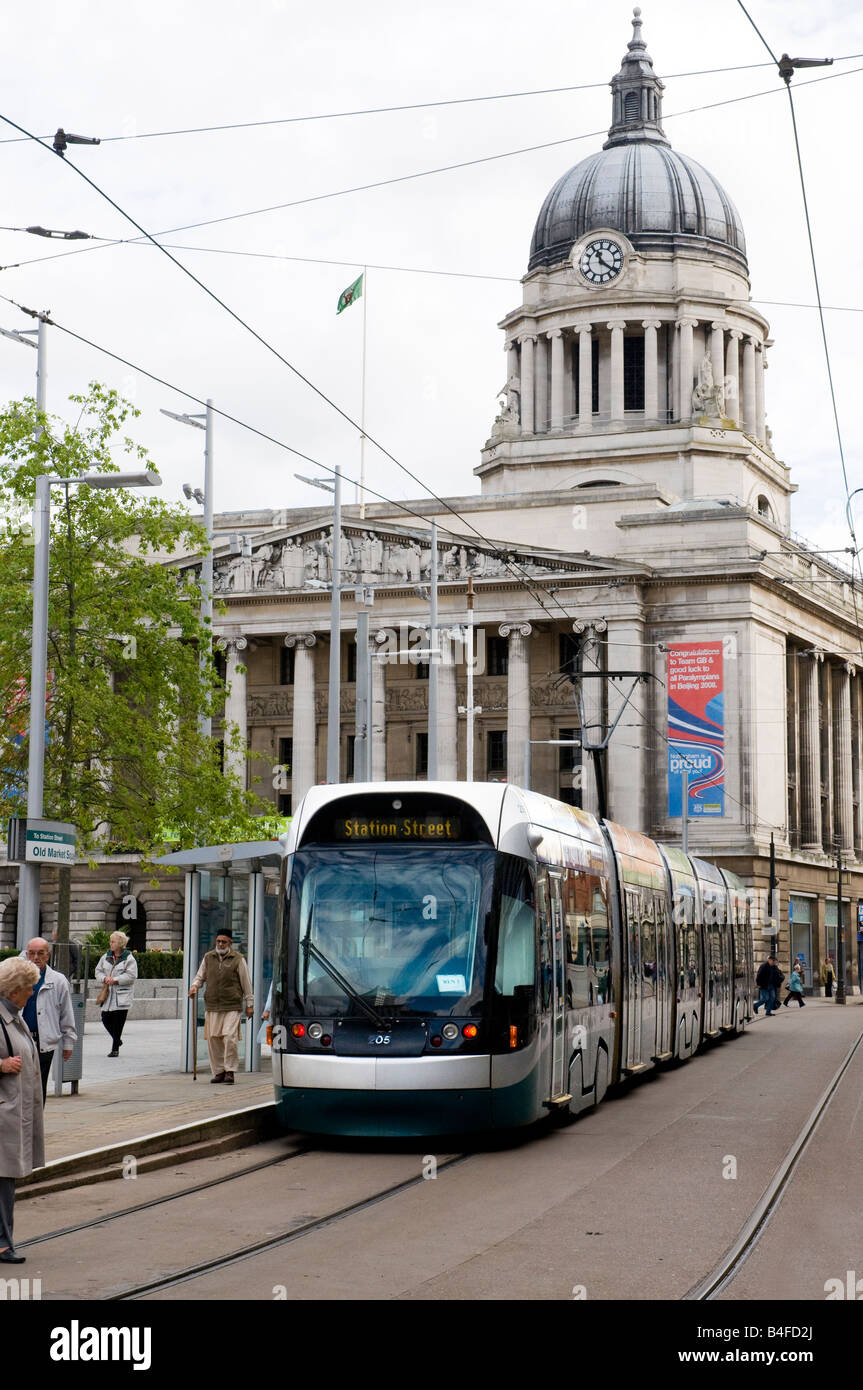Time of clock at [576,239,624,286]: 11:21
